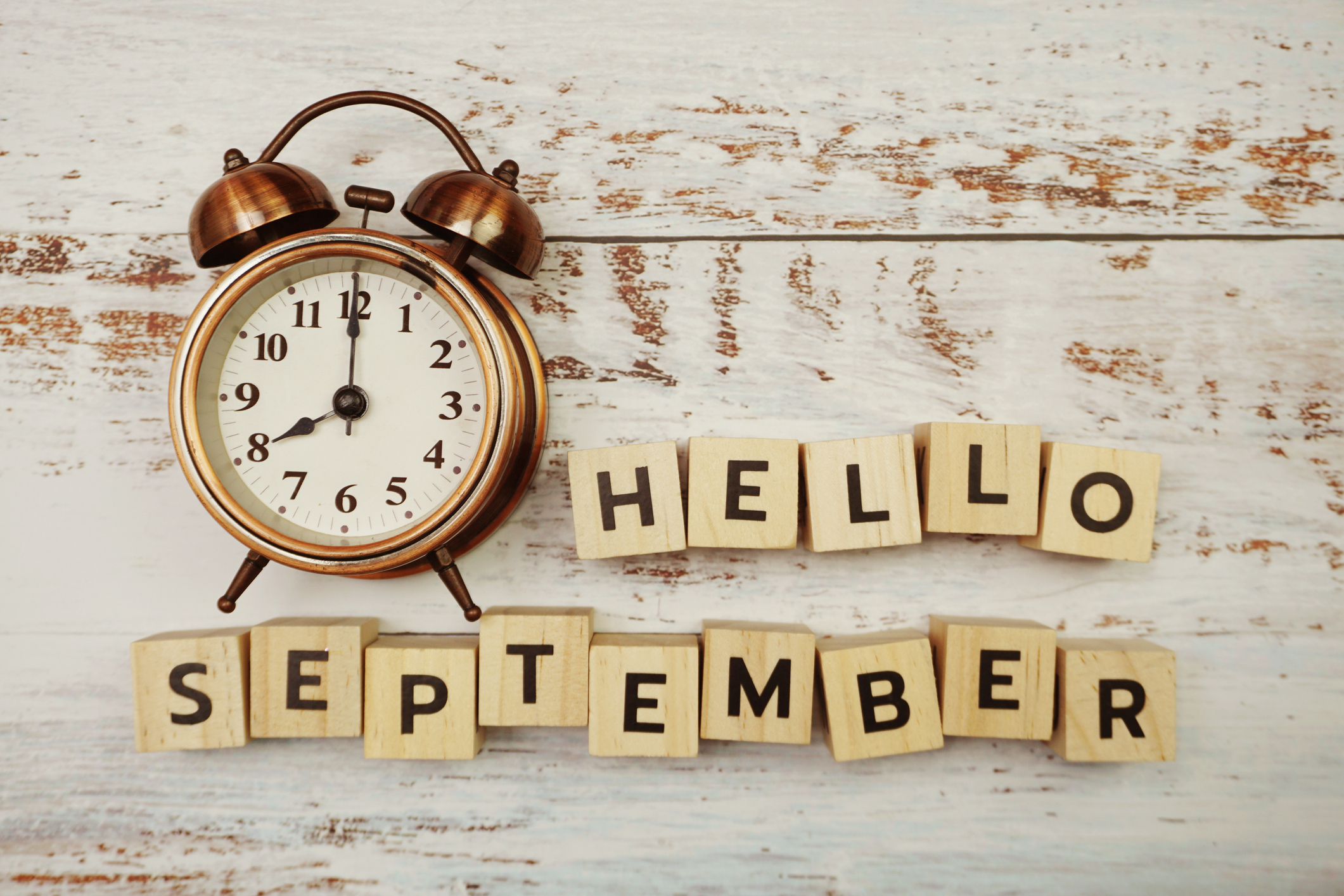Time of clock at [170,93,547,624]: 8:00
